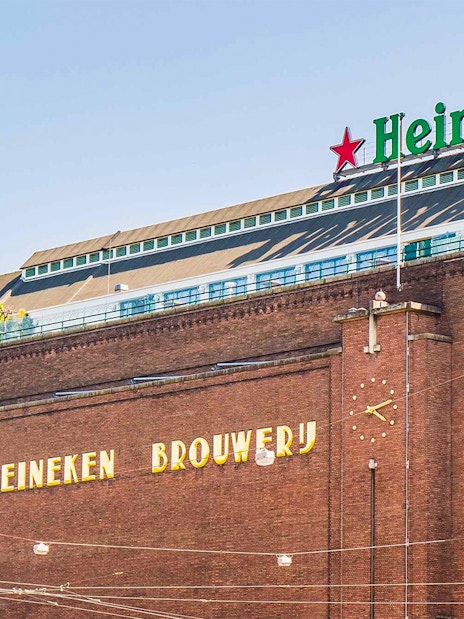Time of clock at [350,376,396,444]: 4:12
